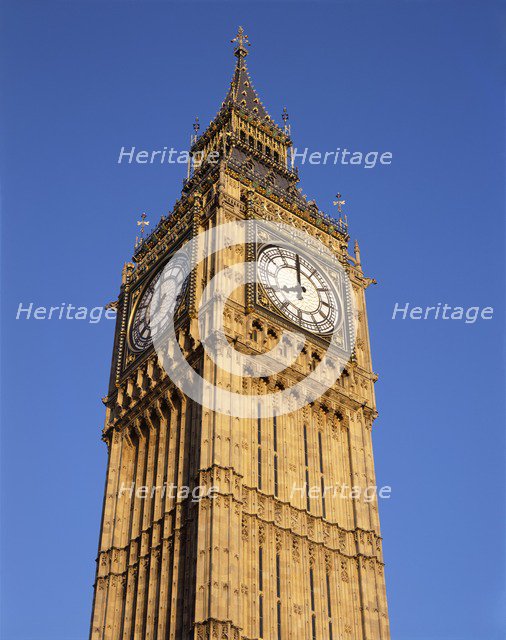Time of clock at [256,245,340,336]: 7:59
